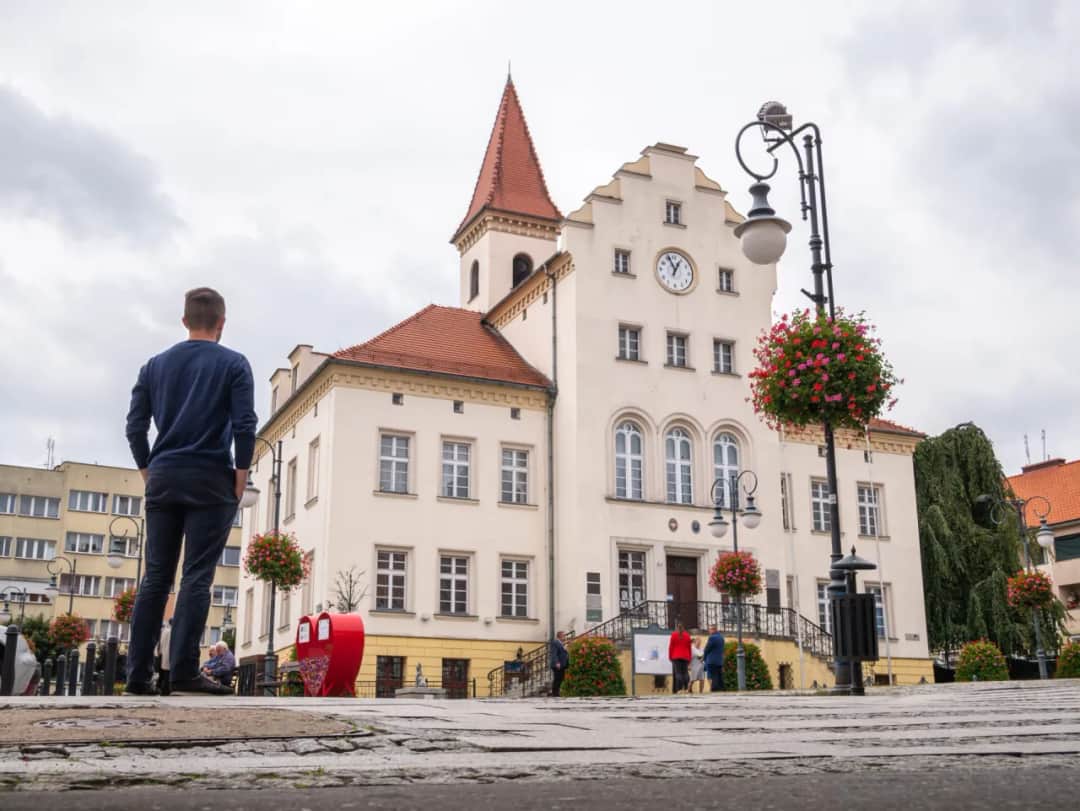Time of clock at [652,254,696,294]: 12:56
